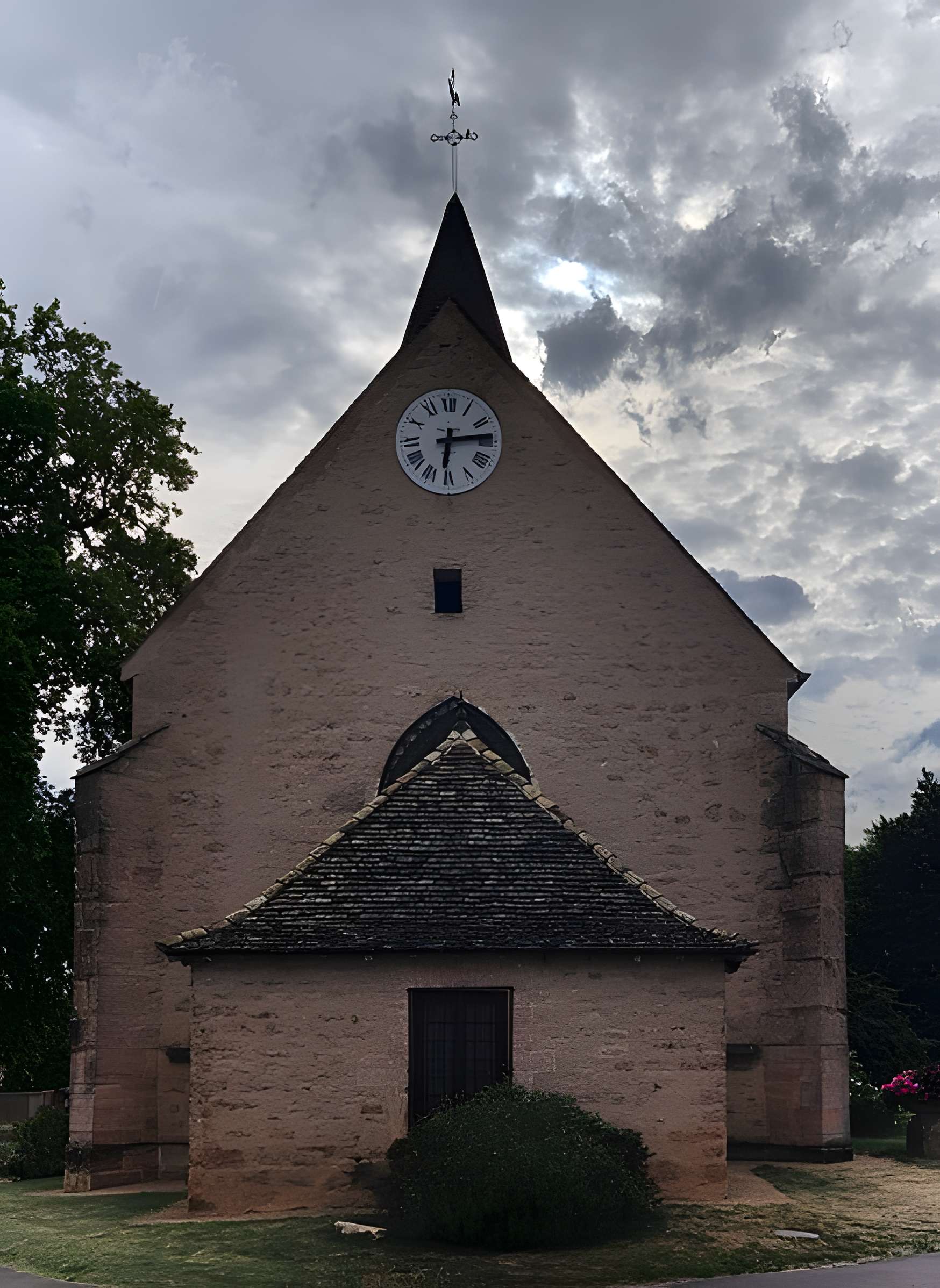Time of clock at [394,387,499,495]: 6:13
